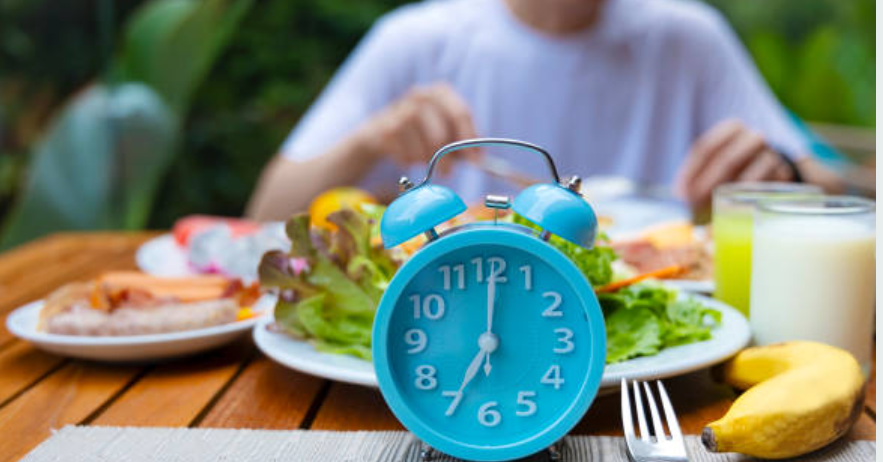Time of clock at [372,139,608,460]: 7:00
